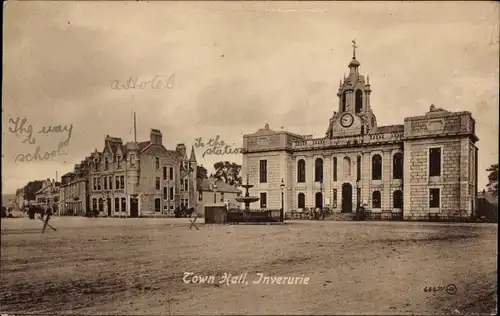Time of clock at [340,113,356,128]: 8:47
